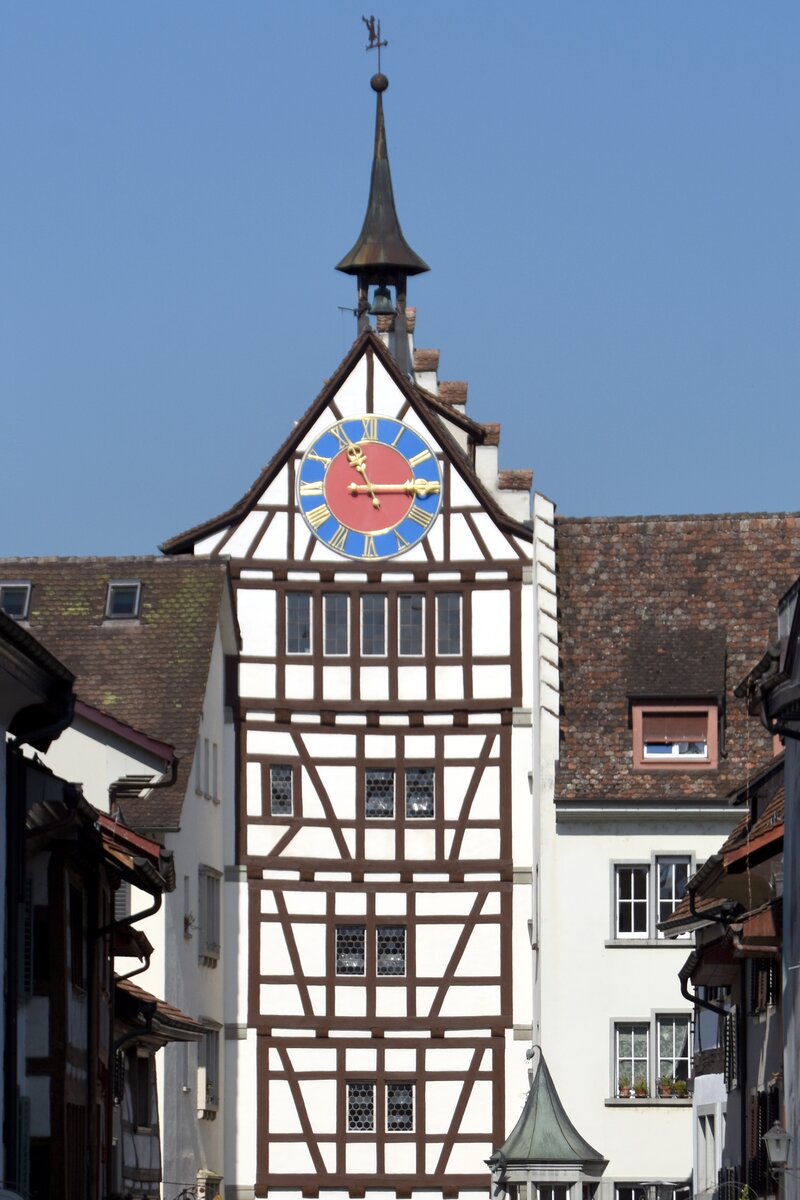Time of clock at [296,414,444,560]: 11:14
